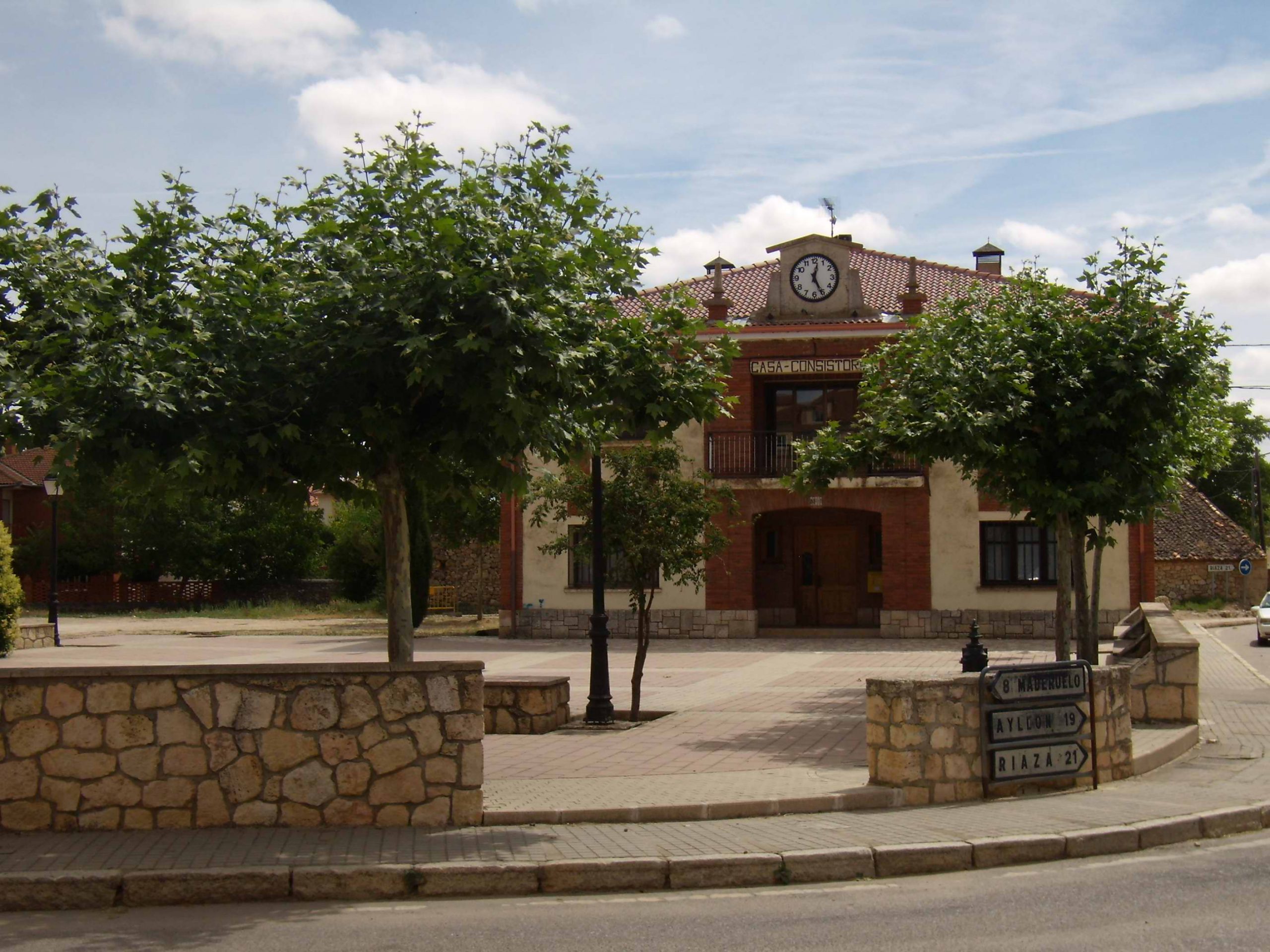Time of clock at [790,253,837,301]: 12:25
